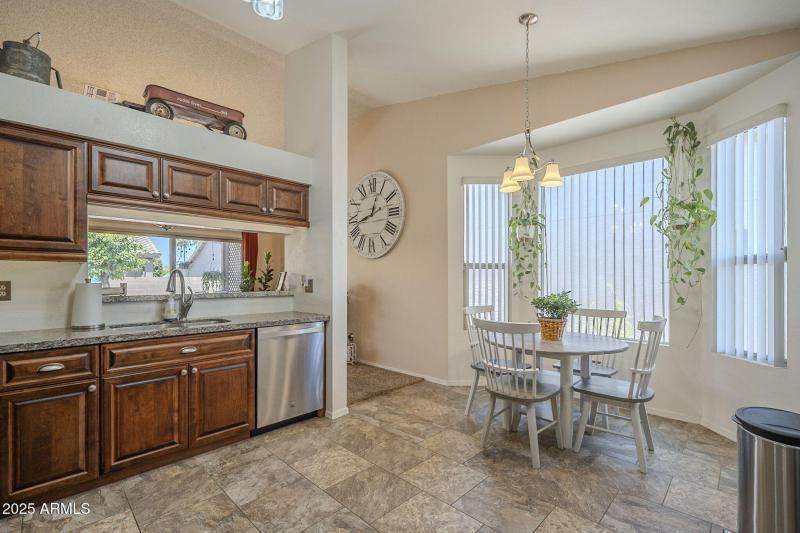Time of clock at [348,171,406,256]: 12:42
